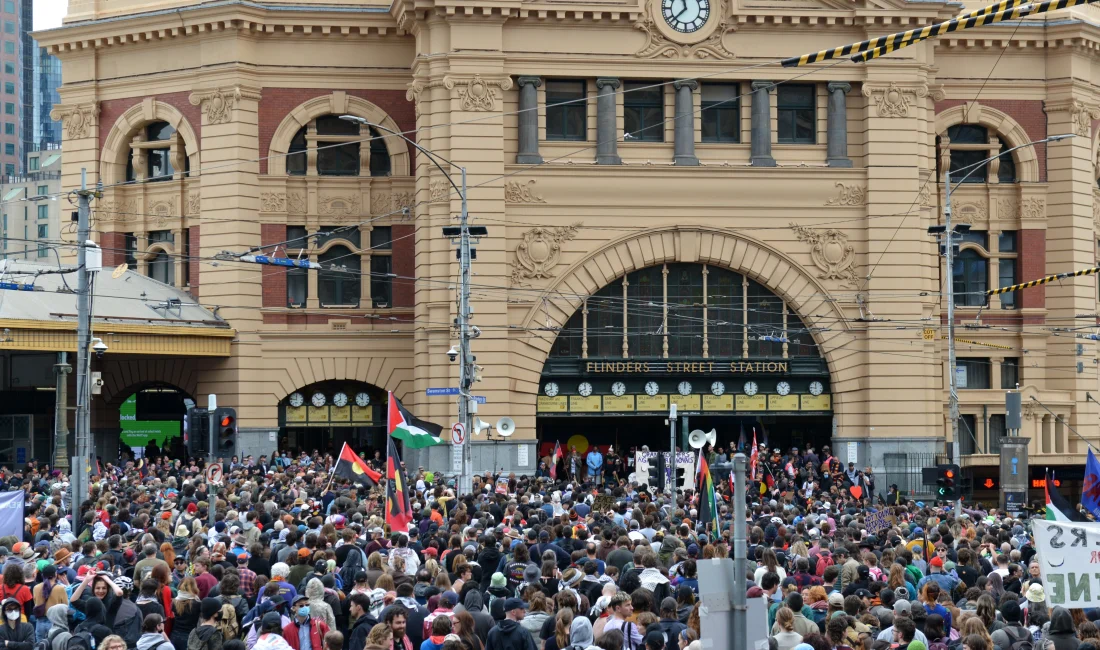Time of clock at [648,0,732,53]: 11:37
